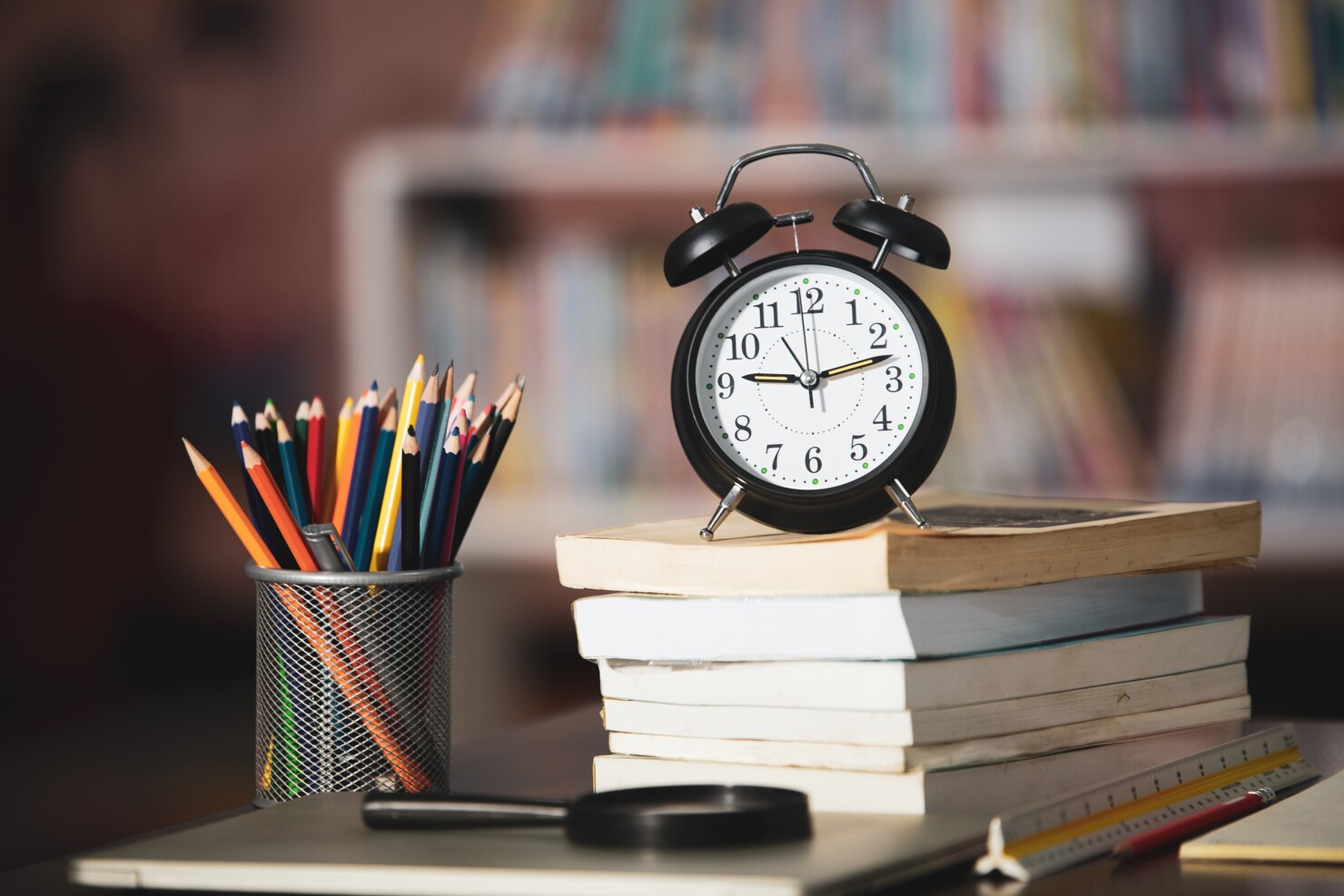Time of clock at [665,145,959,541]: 9:12
